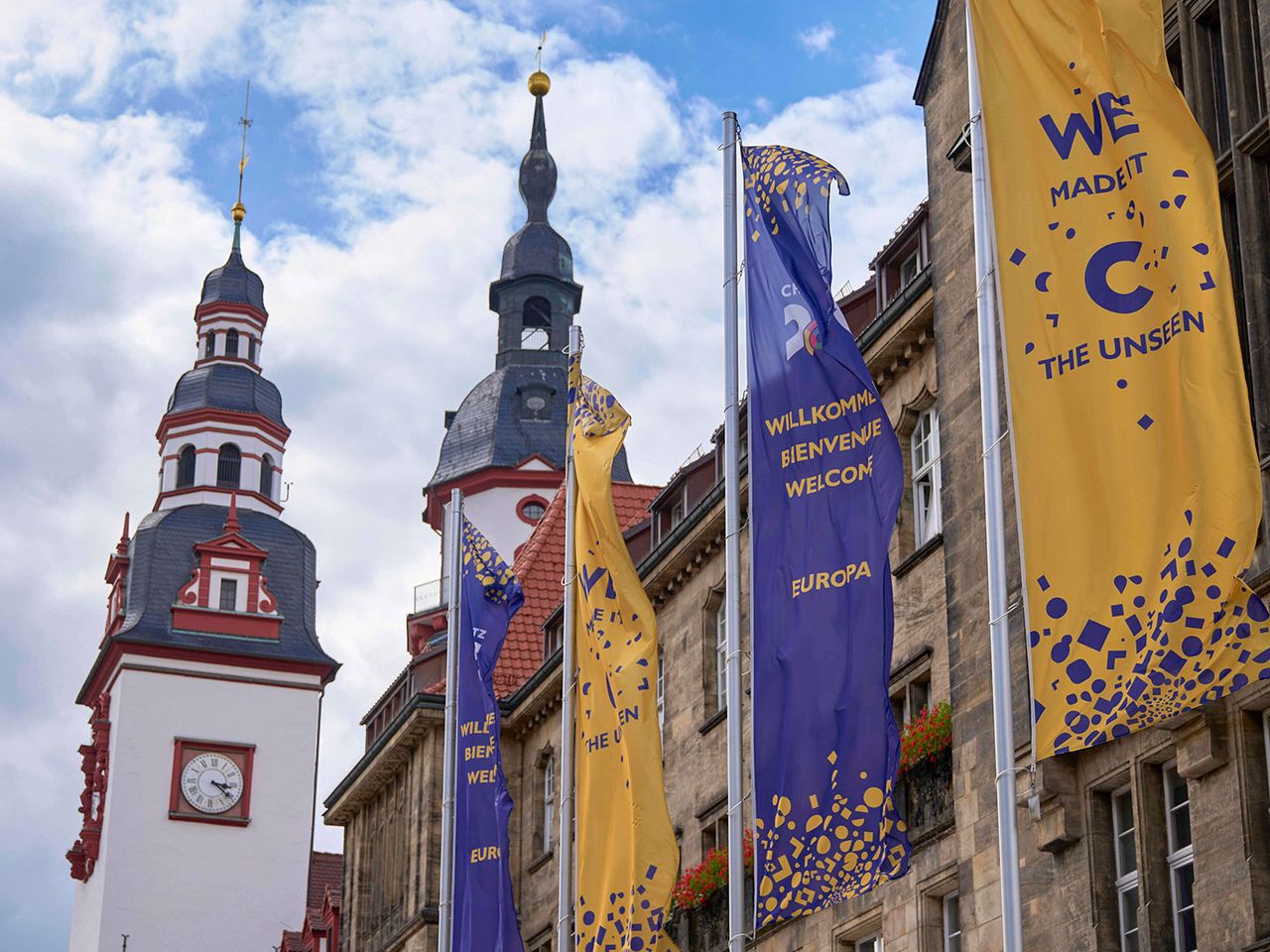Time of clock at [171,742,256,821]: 3:21
